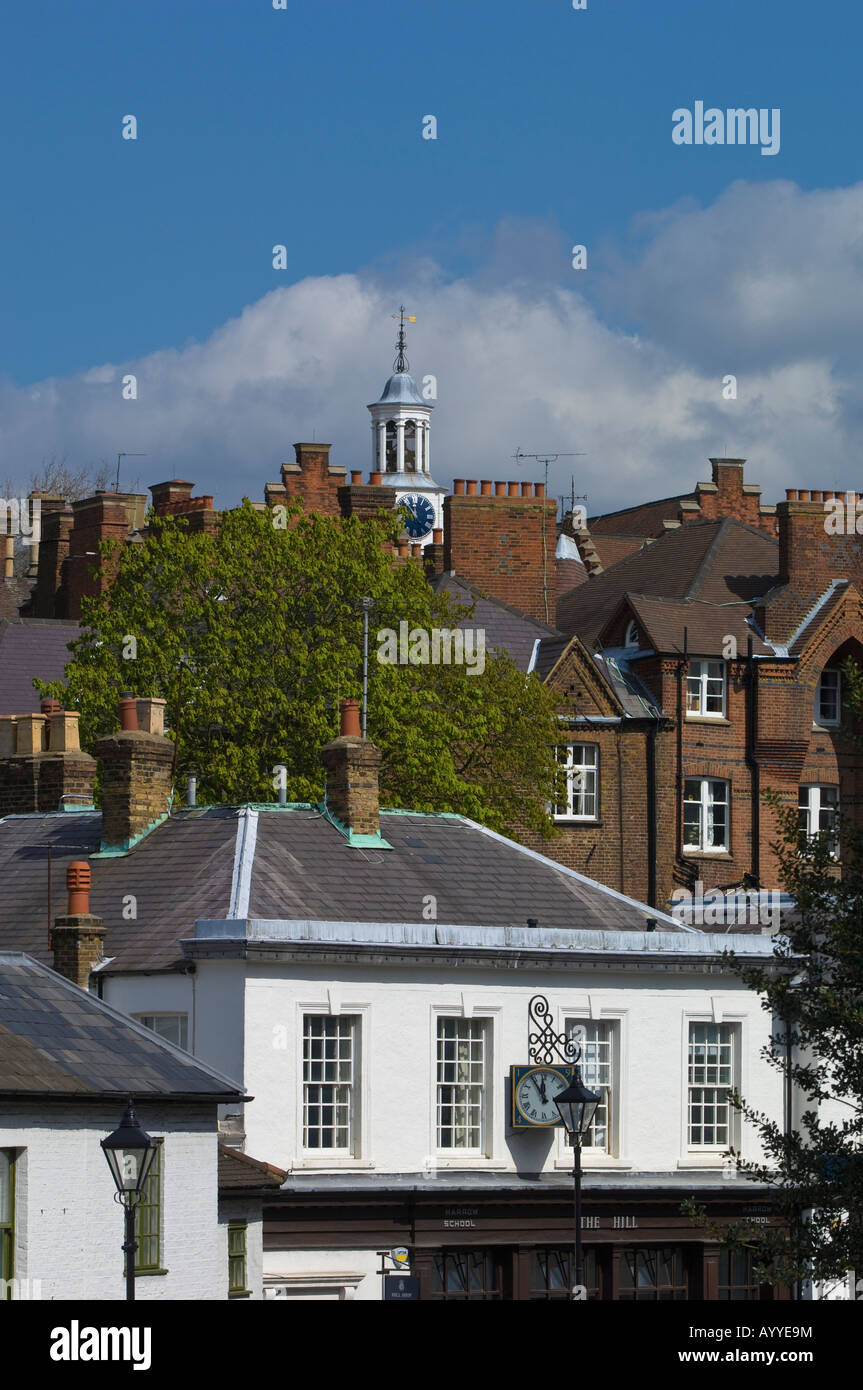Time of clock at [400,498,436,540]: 11:53
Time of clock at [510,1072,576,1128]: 11:54
